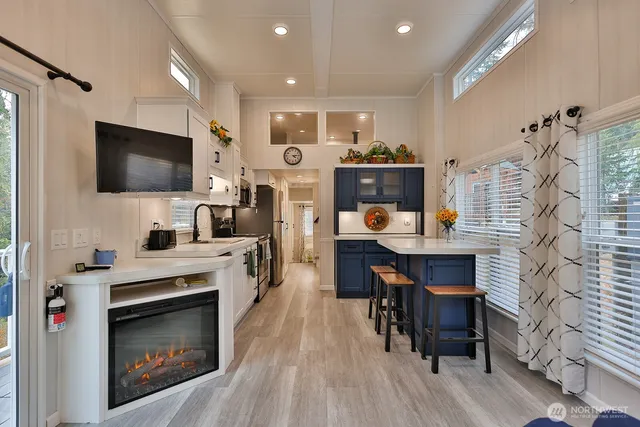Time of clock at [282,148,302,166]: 4:13
